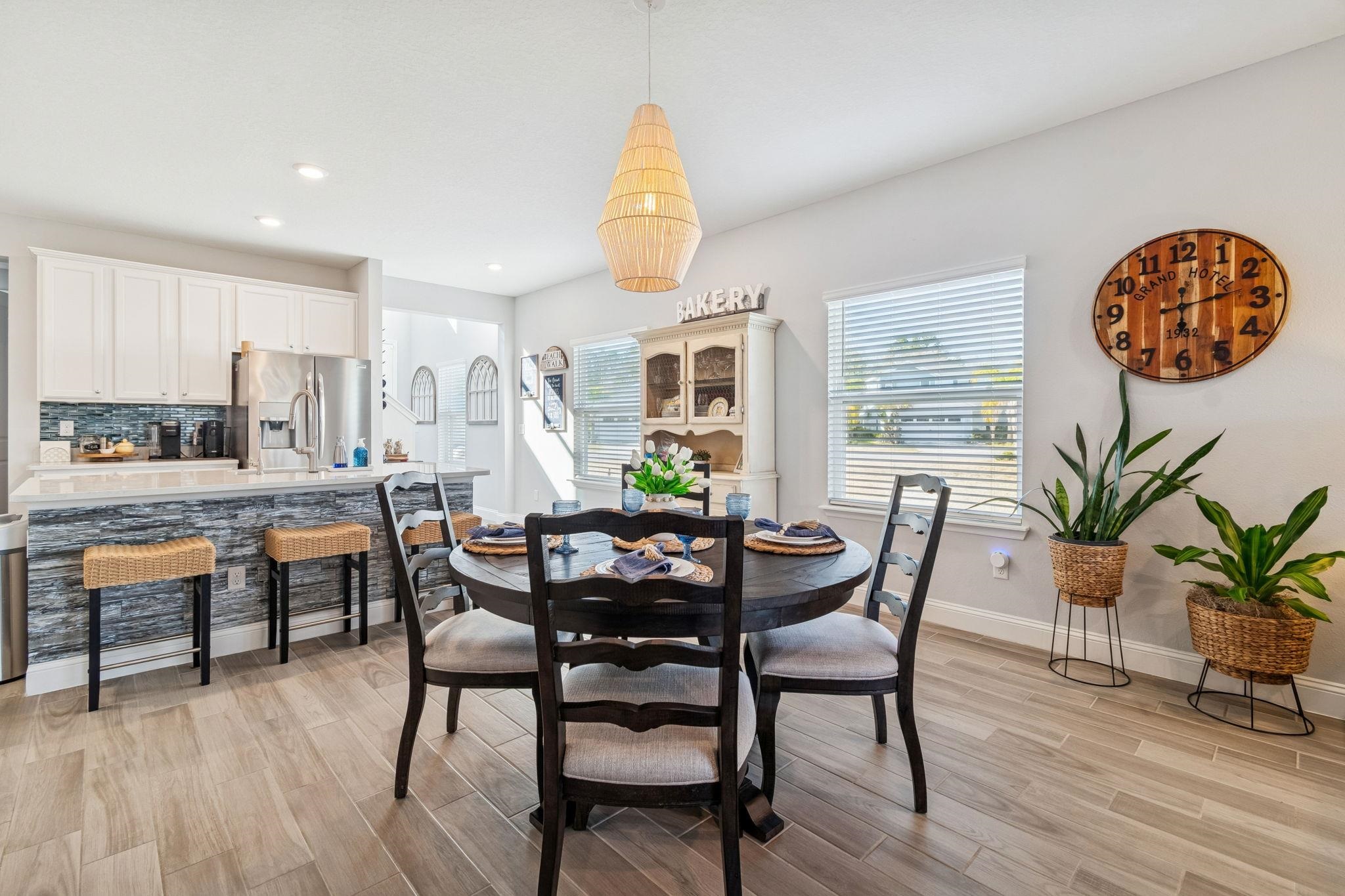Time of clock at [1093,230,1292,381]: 12:13
